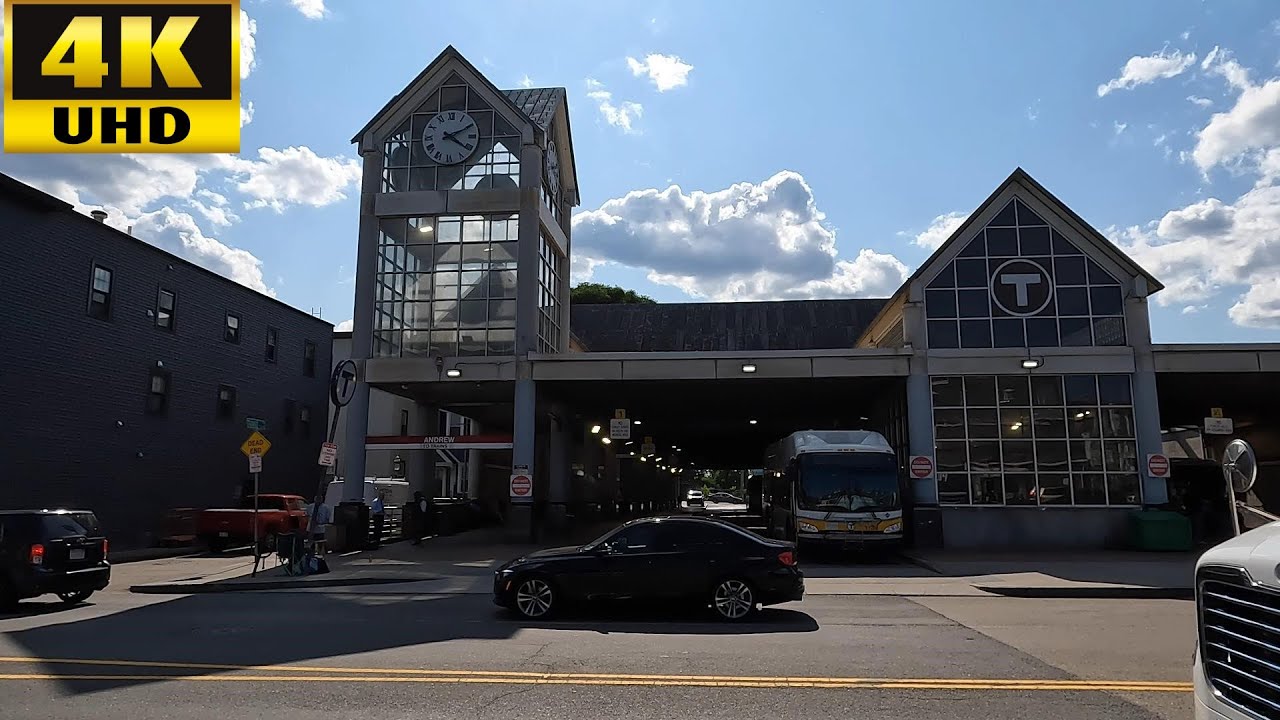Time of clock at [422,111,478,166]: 4:10
